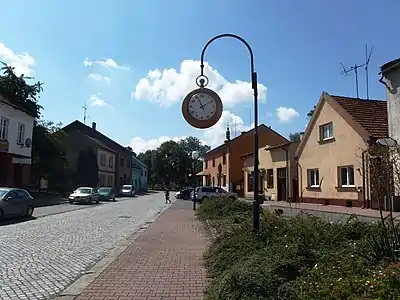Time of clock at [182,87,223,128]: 11:09
